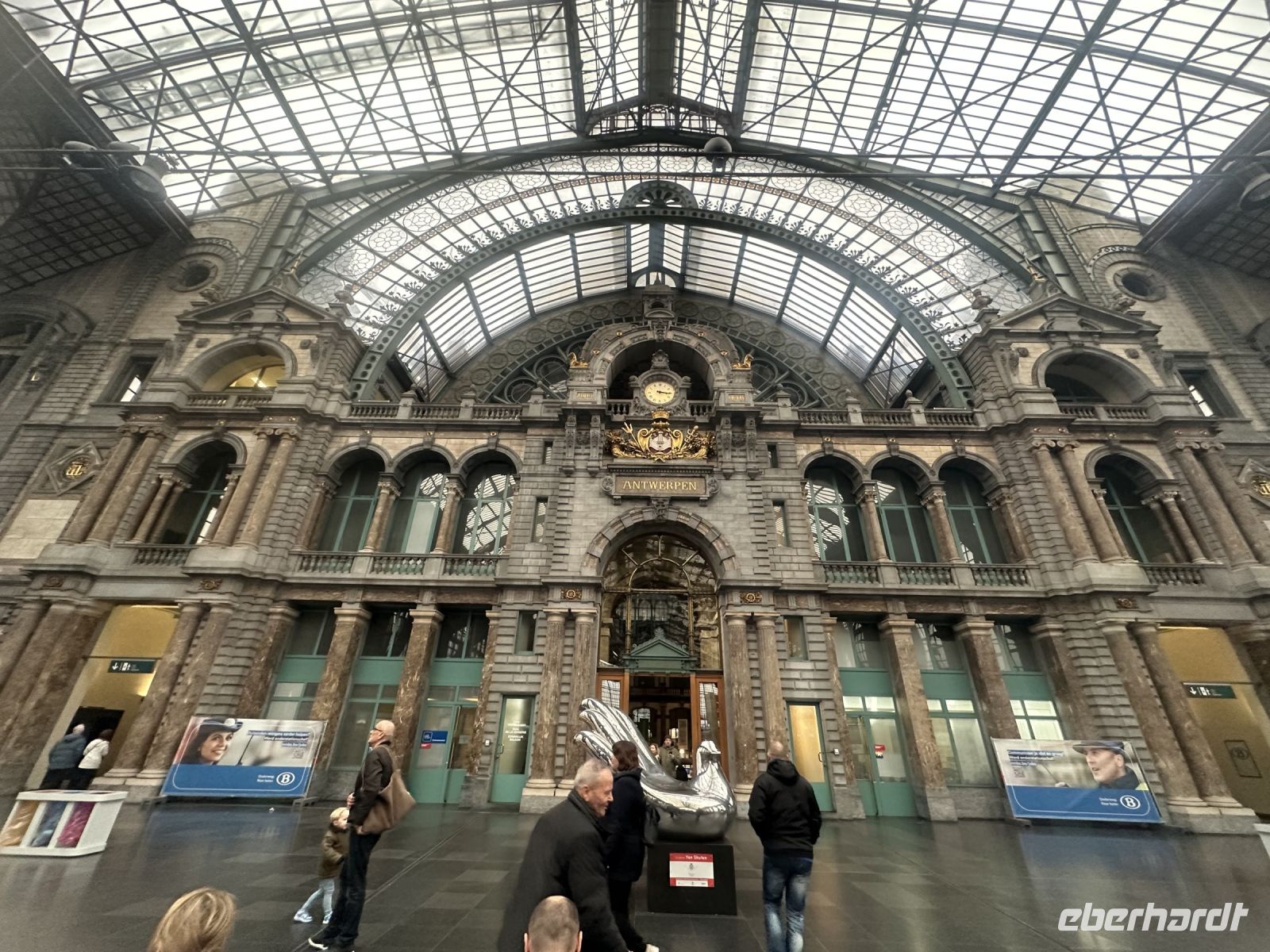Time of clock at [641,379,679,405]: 3:16
